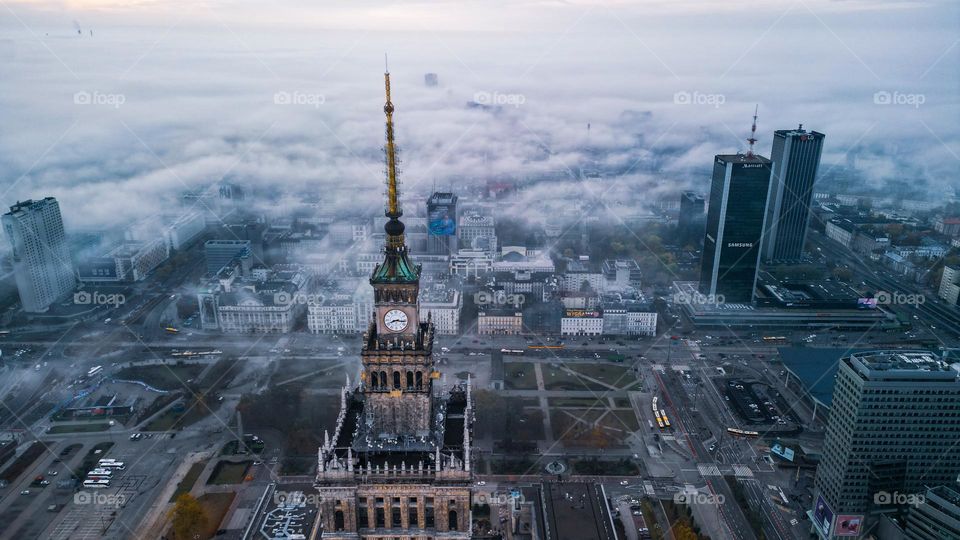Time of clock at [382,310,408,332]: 8:16
